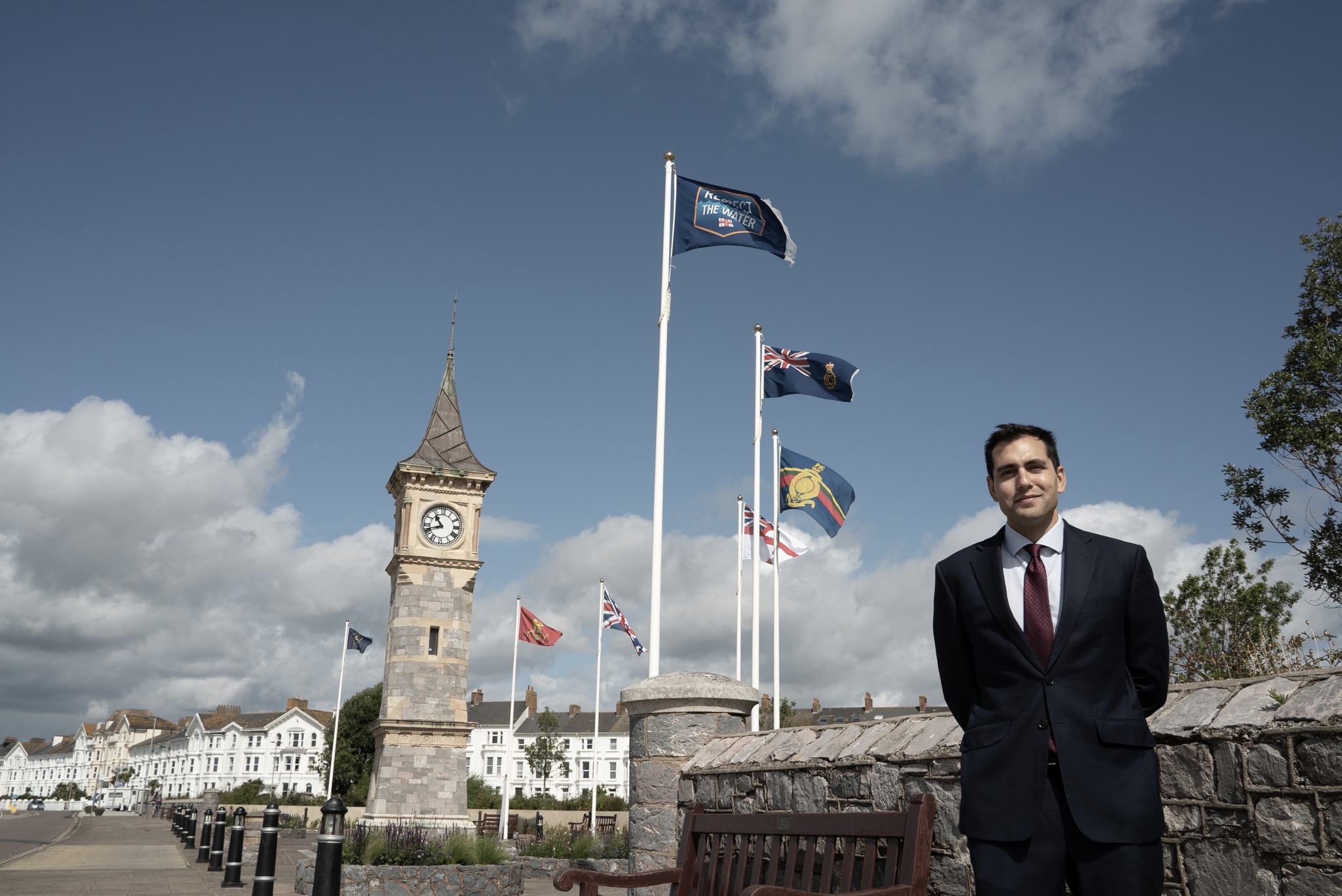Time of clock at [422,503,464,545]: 10:41
